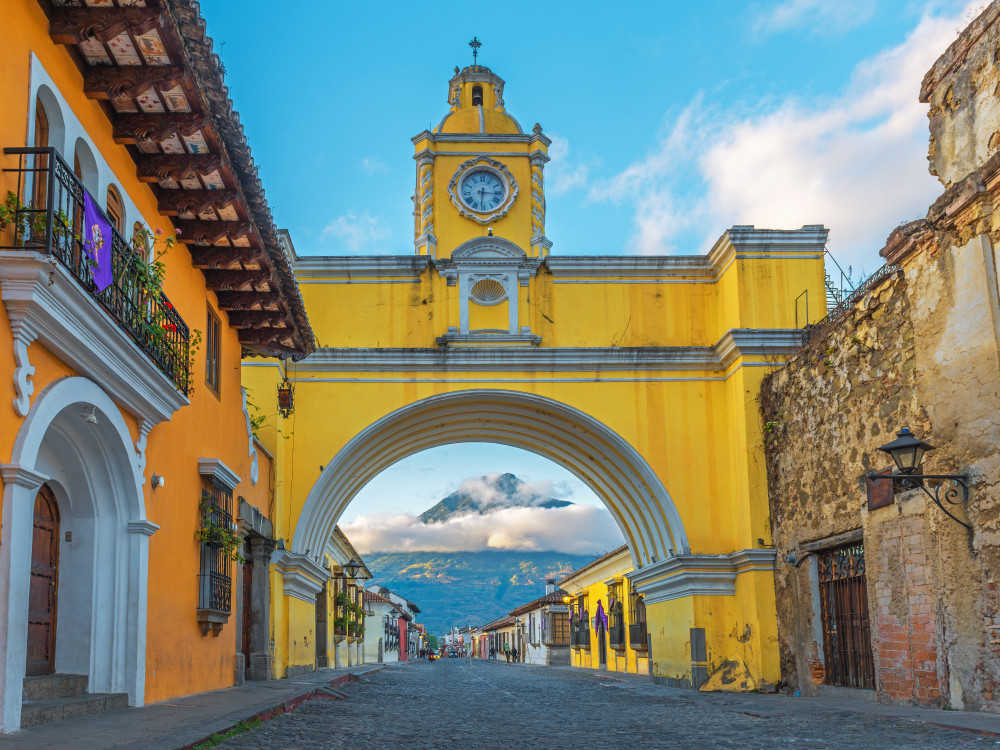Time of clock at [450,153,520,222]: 6:15
